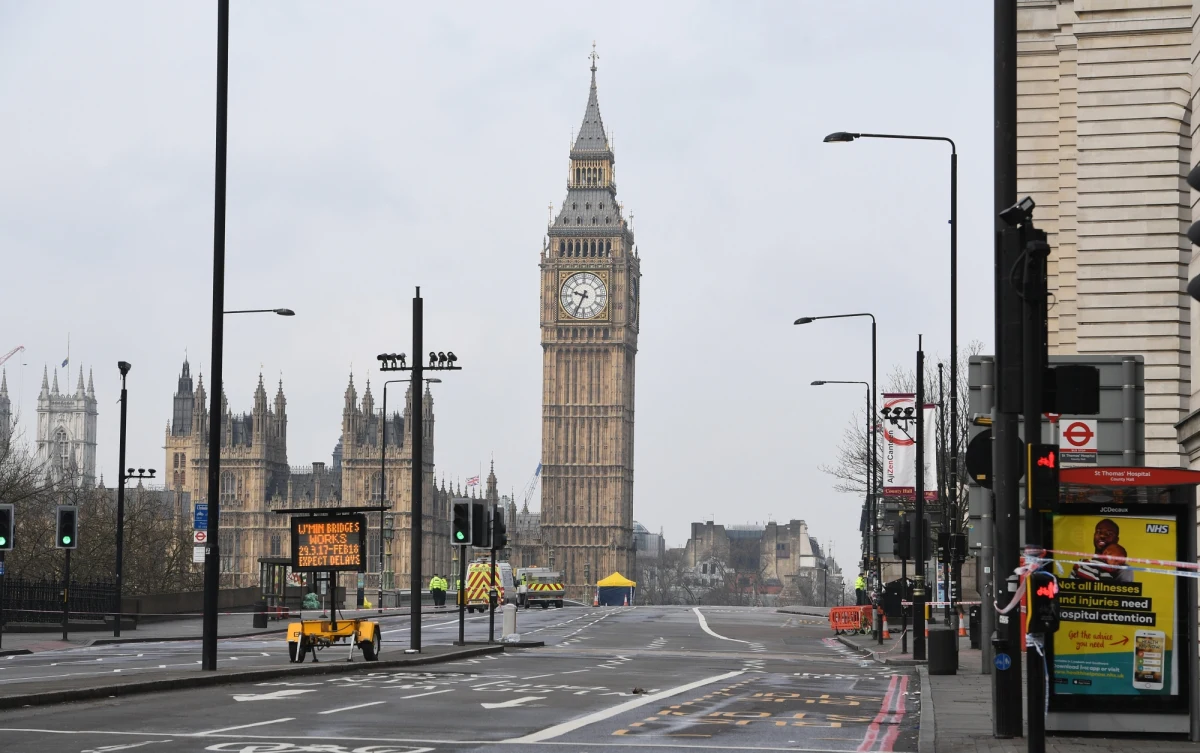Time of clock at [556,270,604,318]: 9:34
